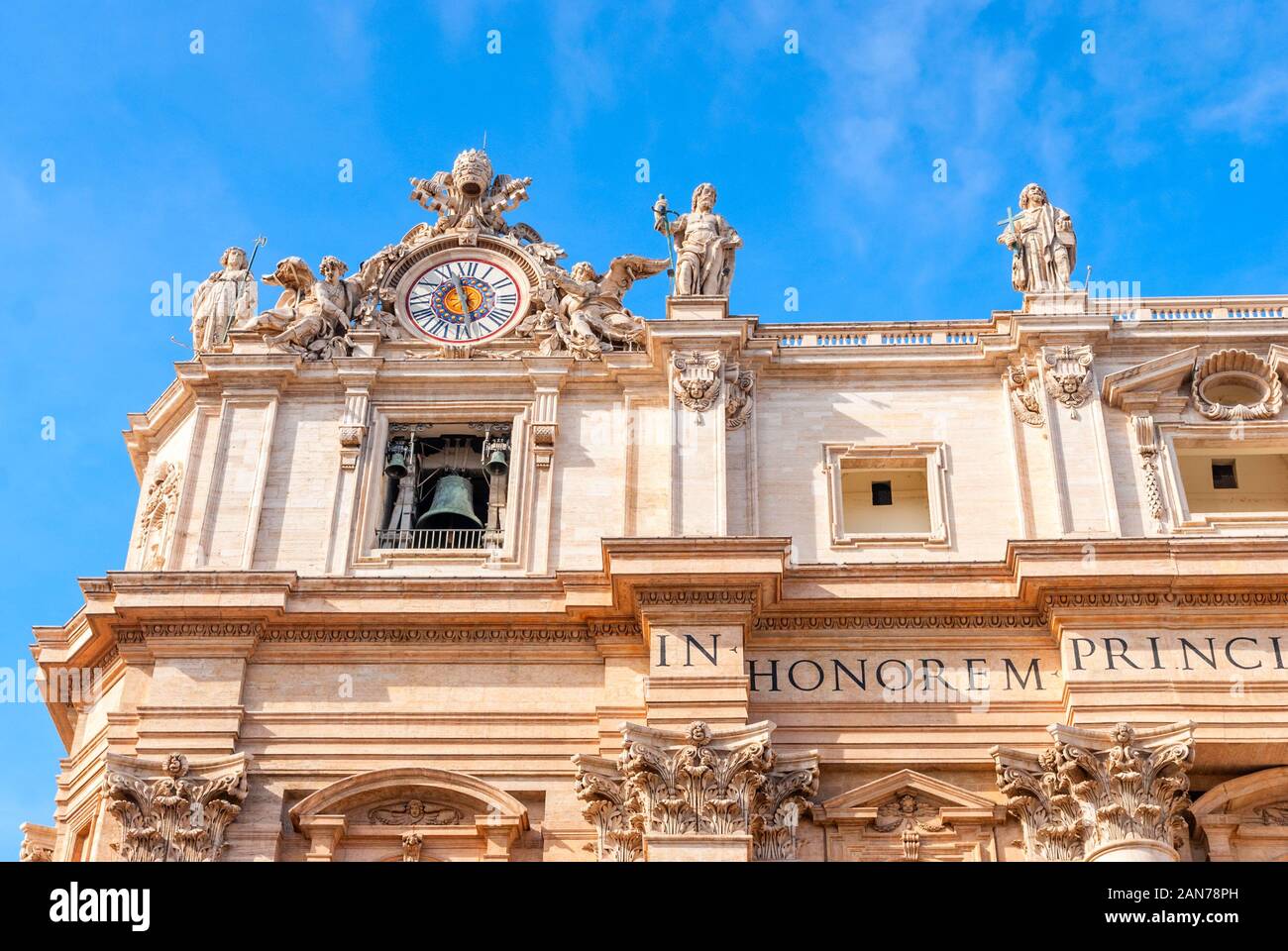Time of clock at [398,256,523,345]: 11:27
